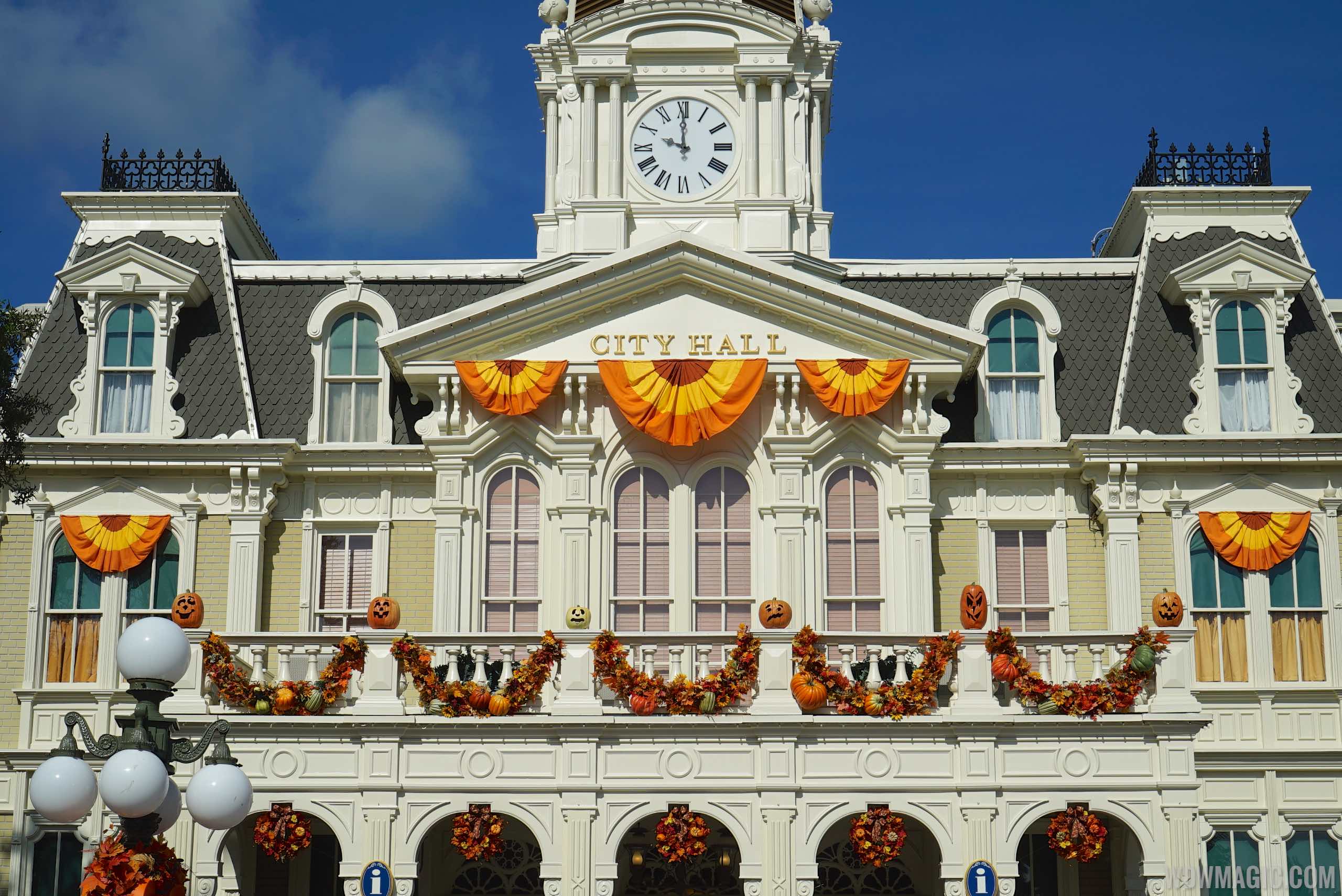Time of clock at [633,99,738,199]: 9:59
